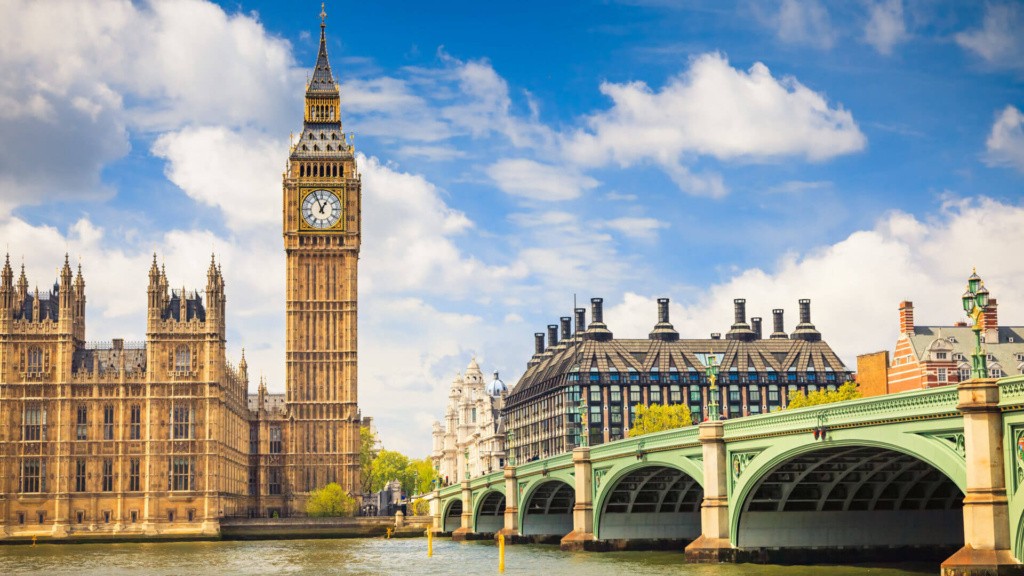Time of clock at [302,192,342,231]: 12:56
